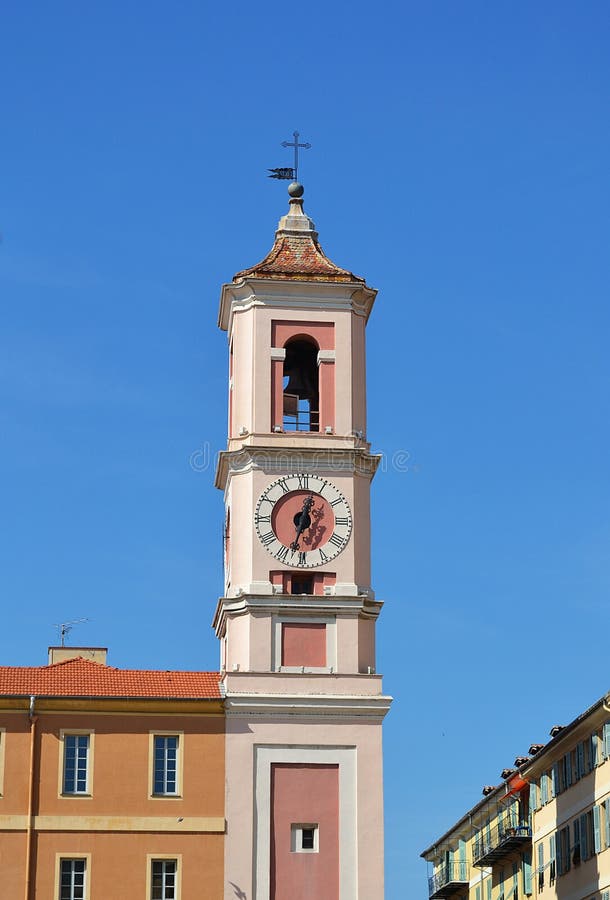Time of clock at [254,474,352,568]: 12:32
